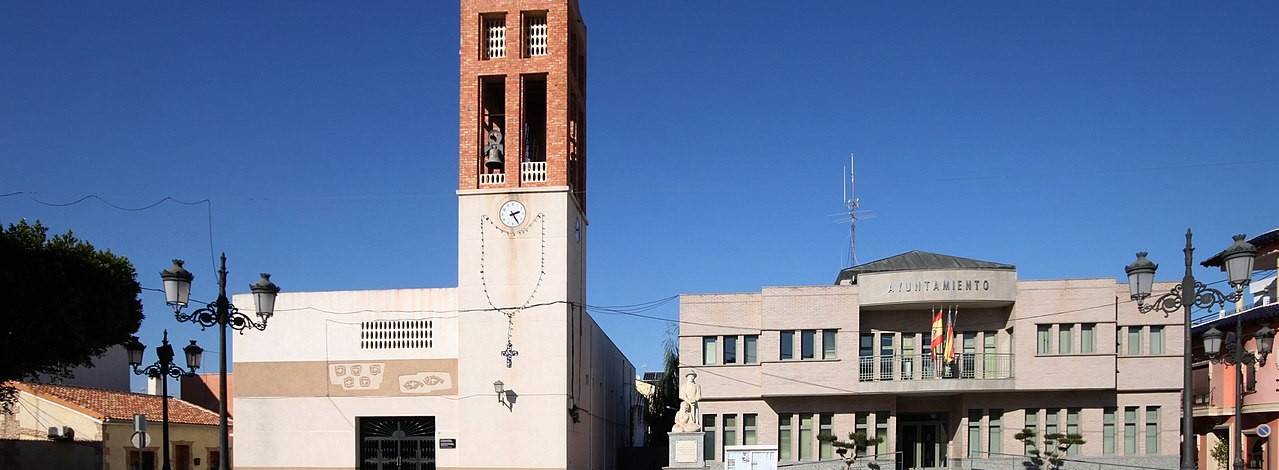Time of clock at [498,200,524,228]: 2:24
